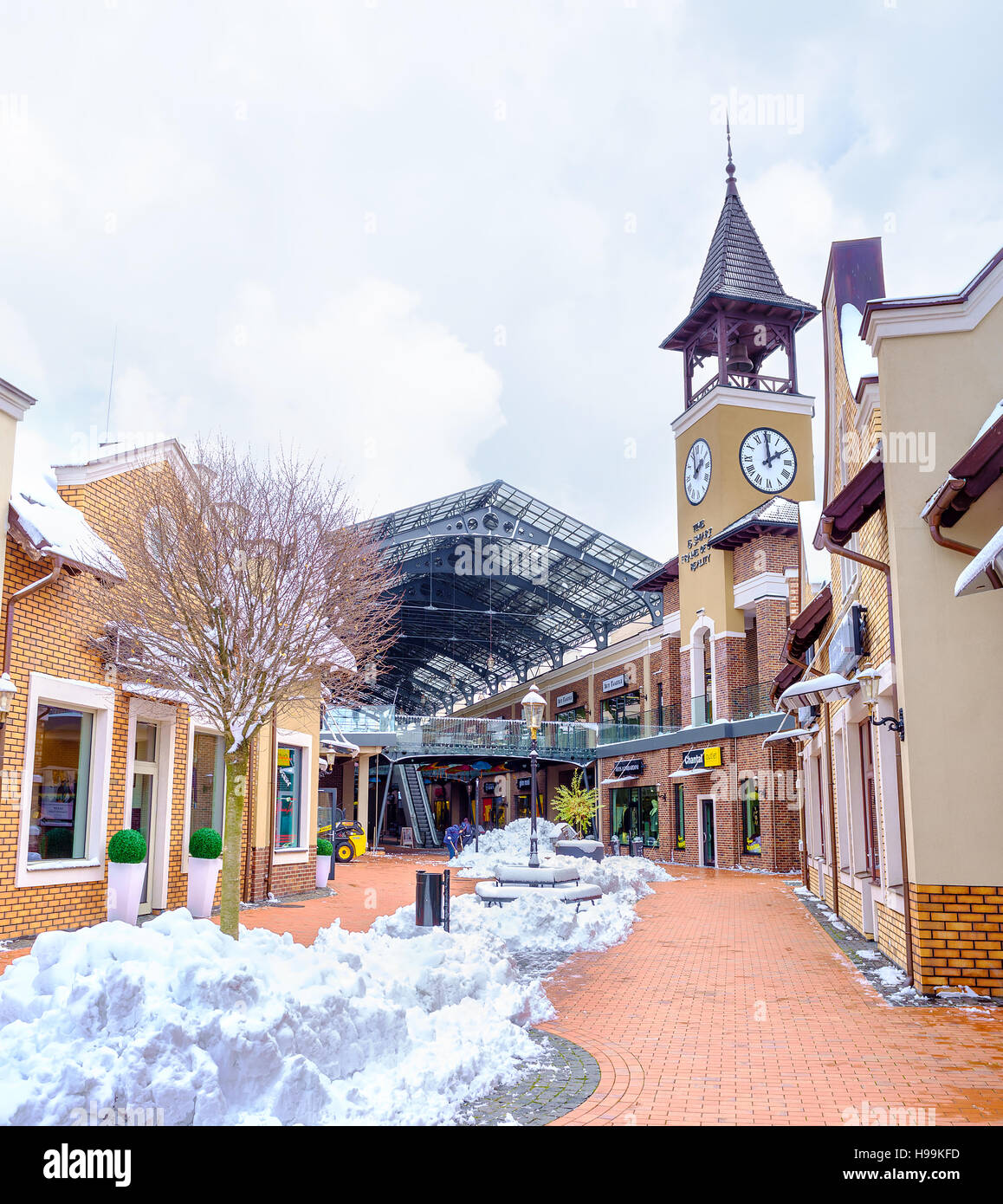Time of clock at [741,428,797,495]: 1:59
